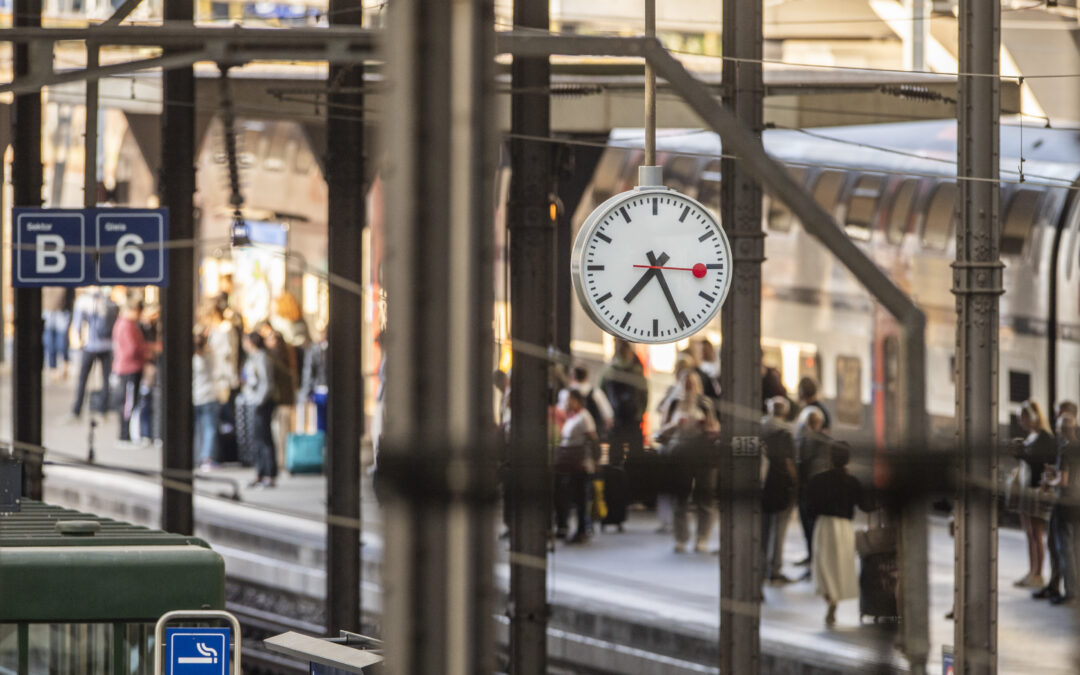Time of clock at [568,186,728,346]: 7:25
